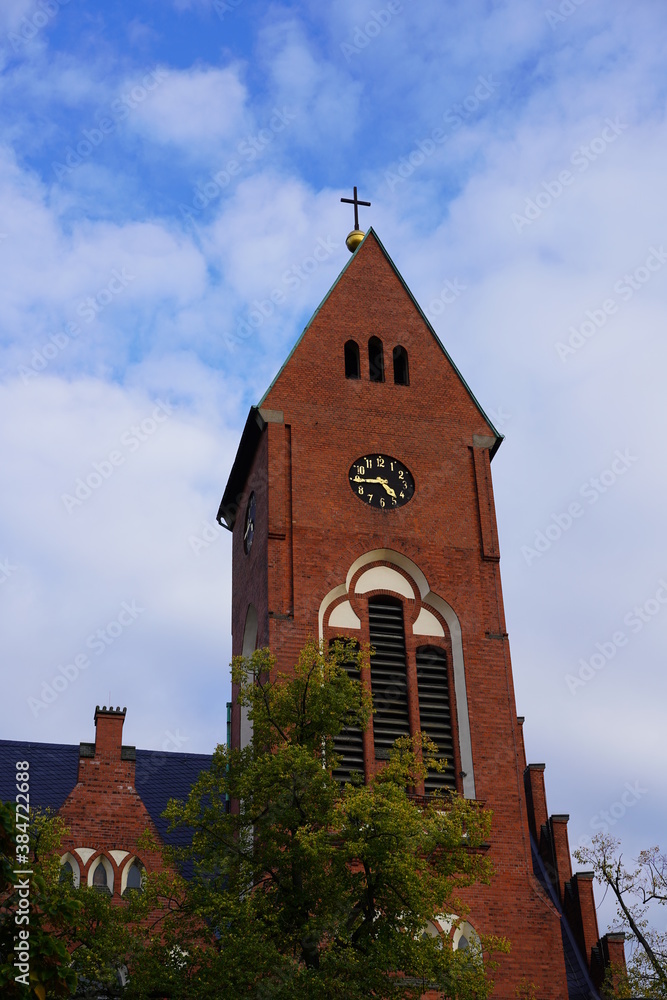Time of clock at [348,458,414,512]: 4:44
